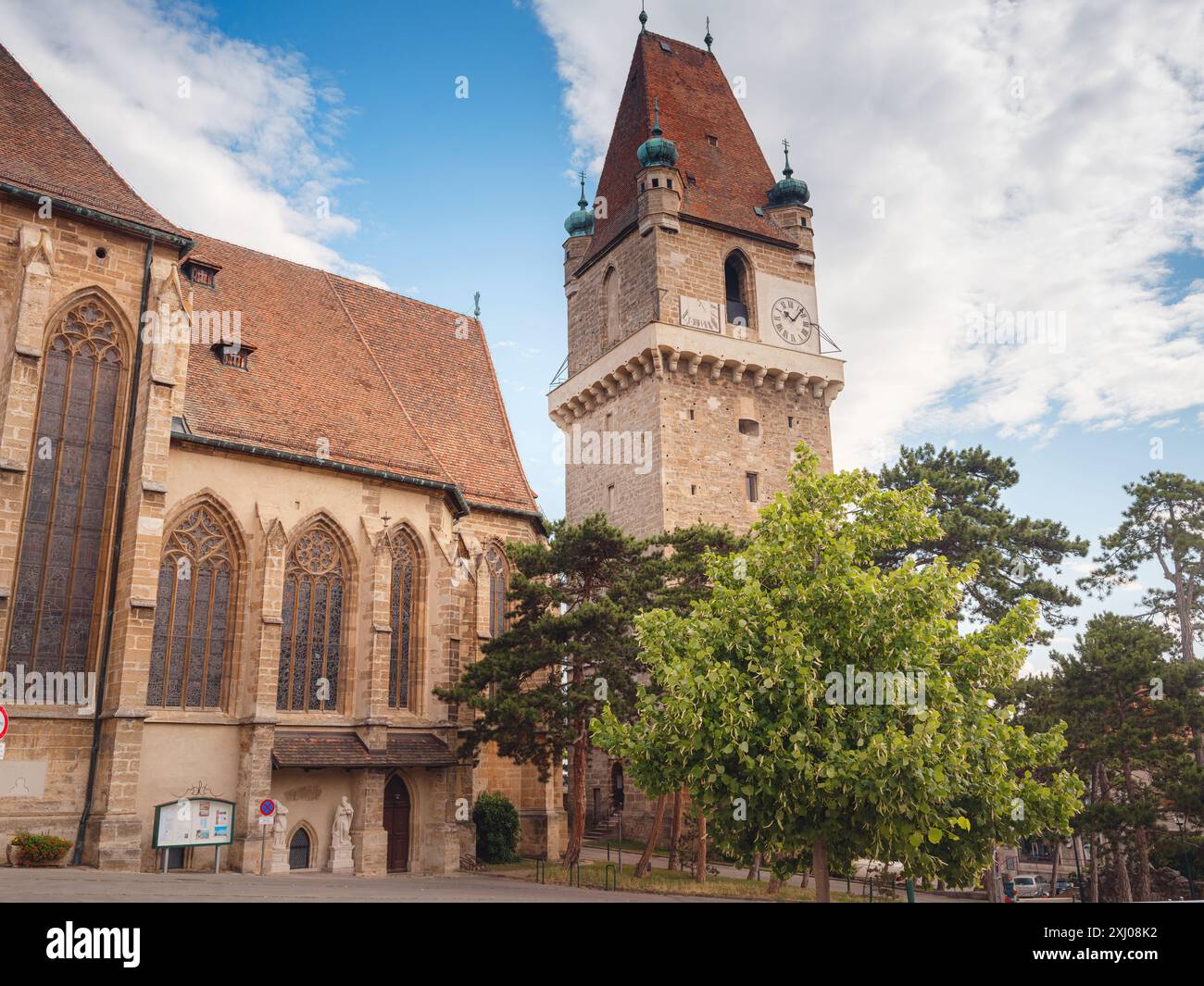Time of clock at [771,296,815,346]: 10:07
